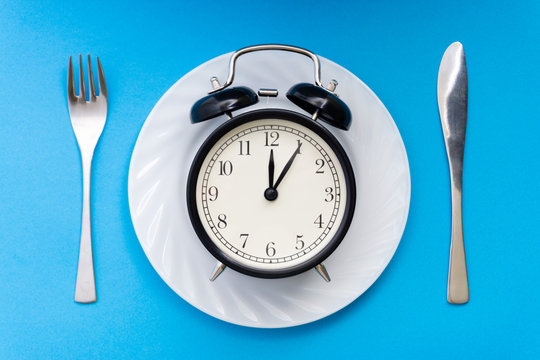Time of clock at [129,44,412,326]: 12:05
